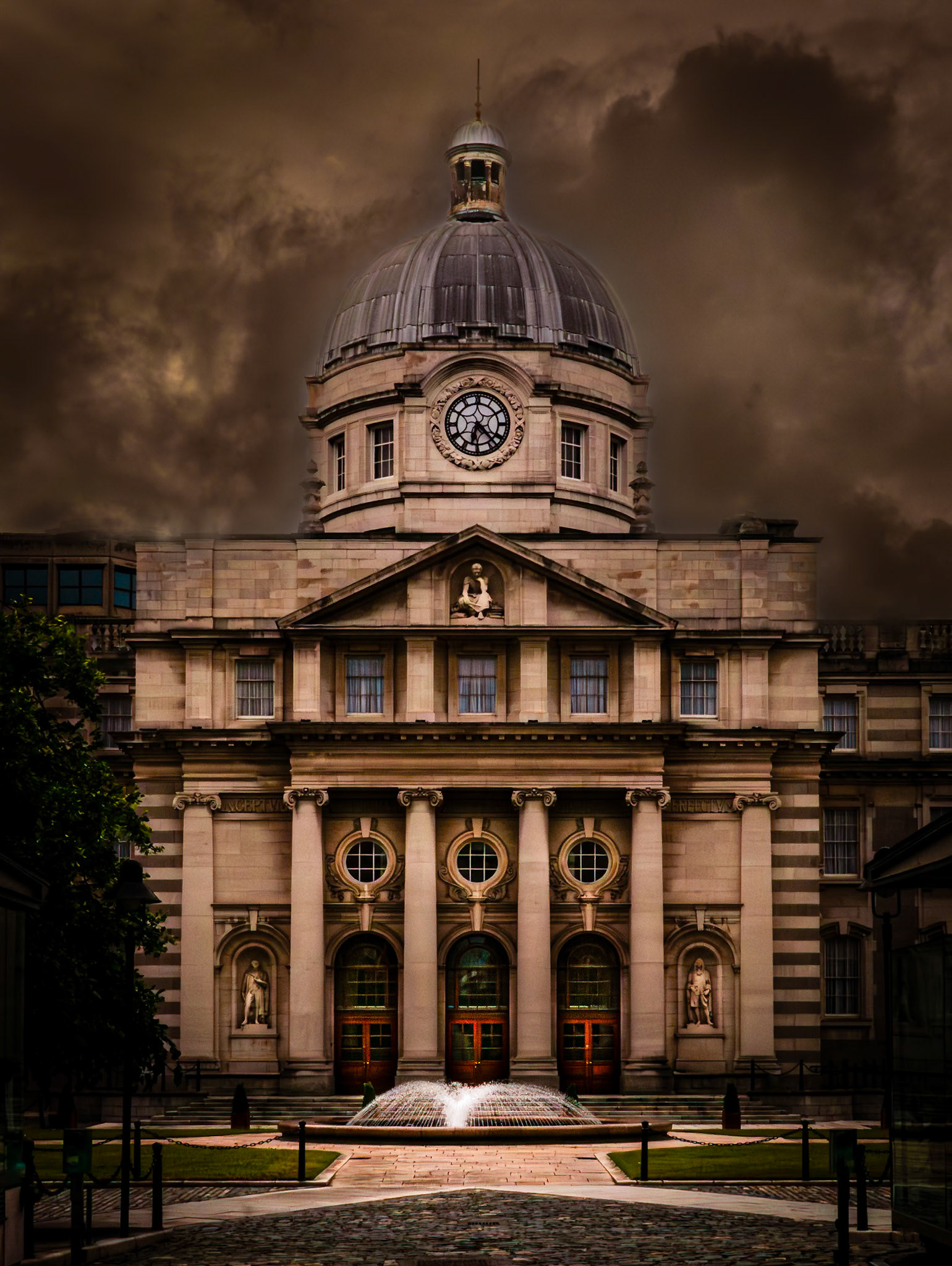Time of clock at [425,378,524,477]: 6:21
